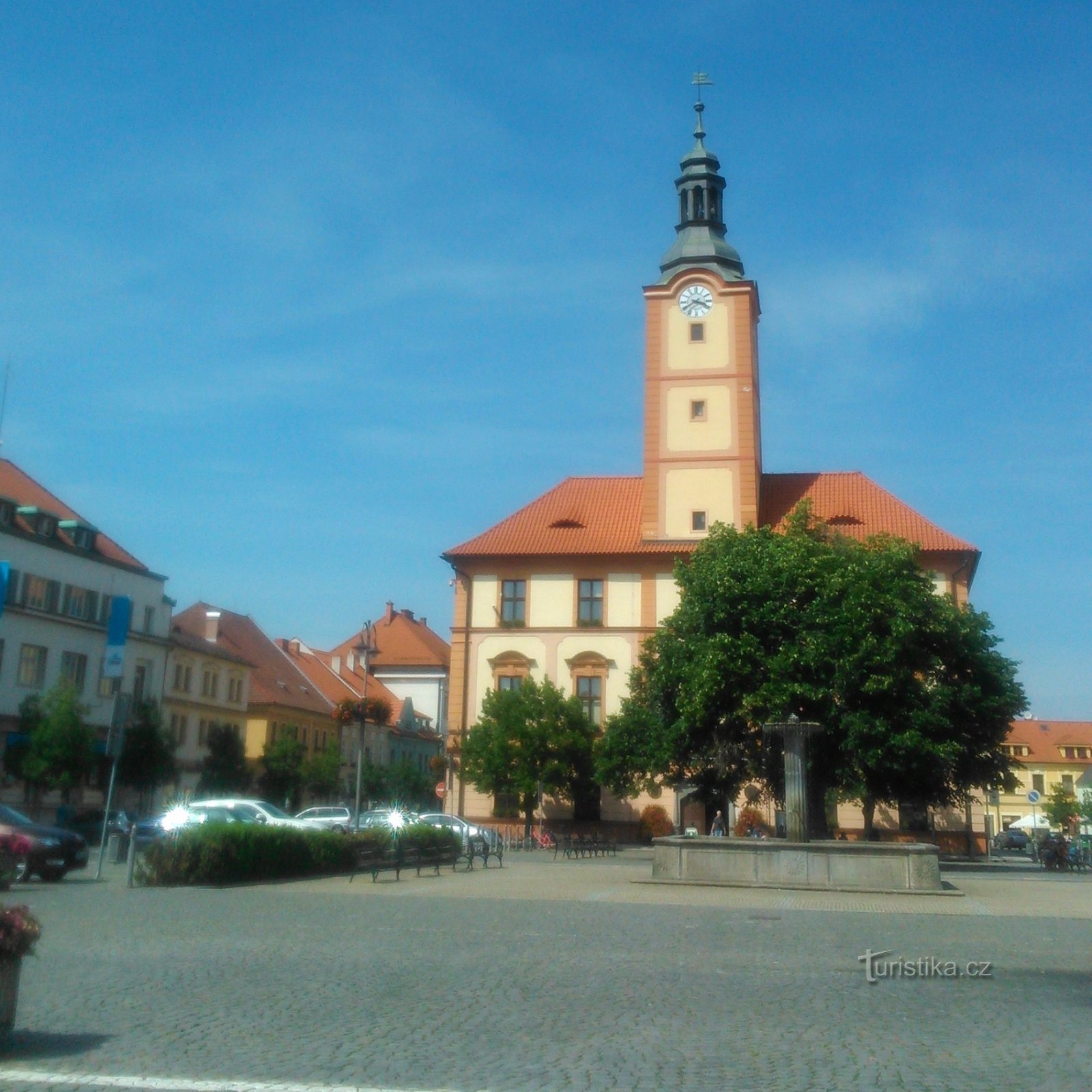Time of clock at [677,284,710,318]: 3:39
